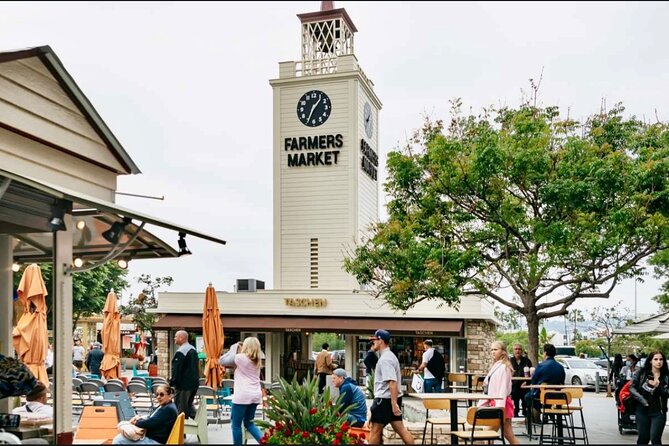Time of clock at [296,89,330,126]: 1:34
